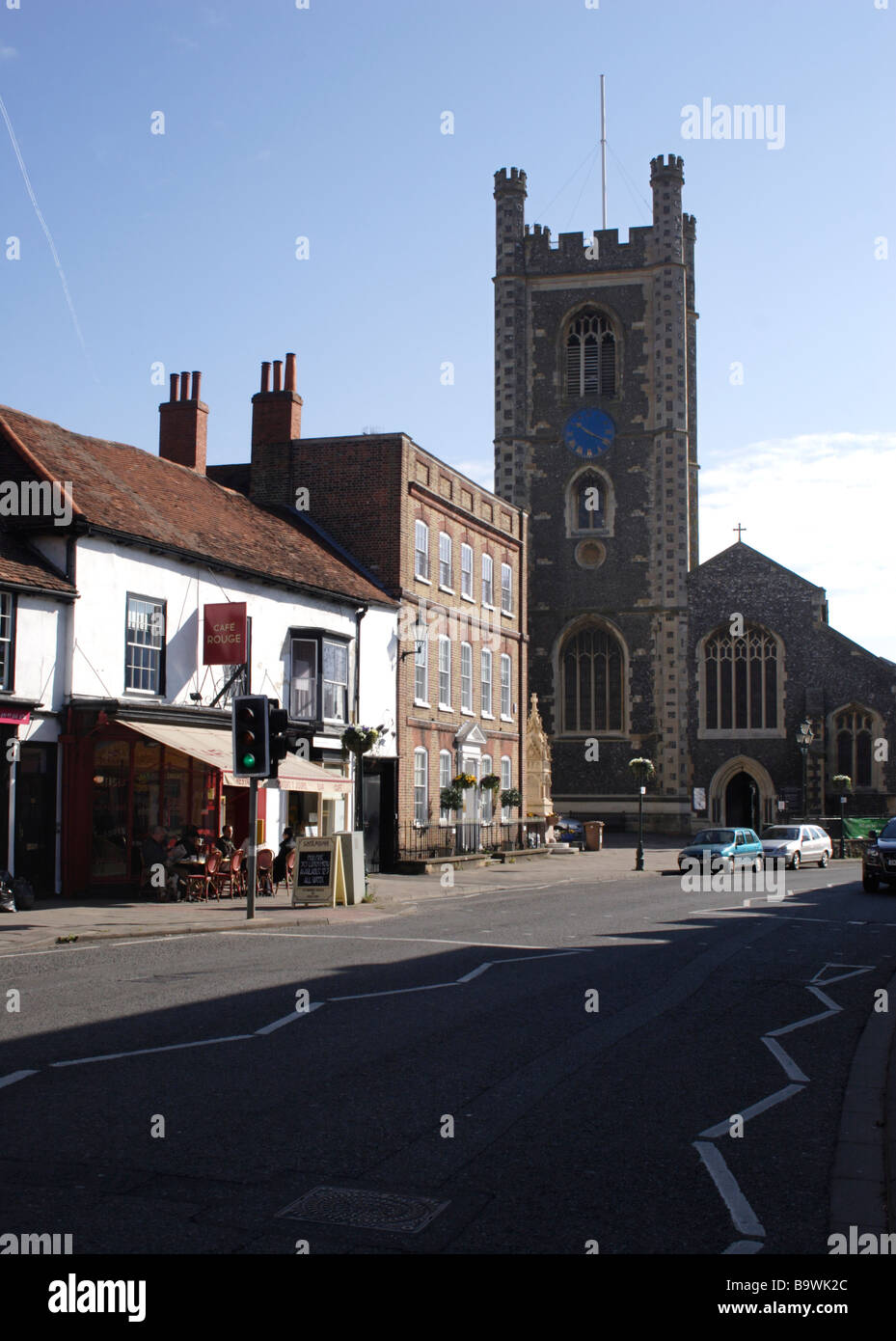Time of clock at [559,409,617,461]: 10:19
